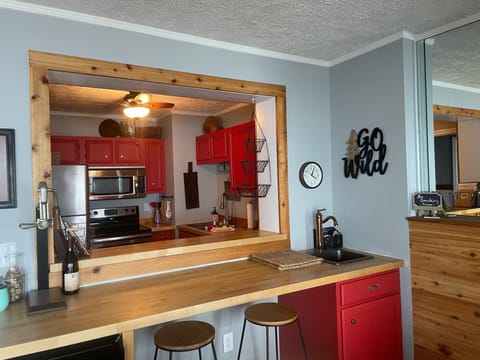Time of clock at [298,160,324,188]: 4:04
